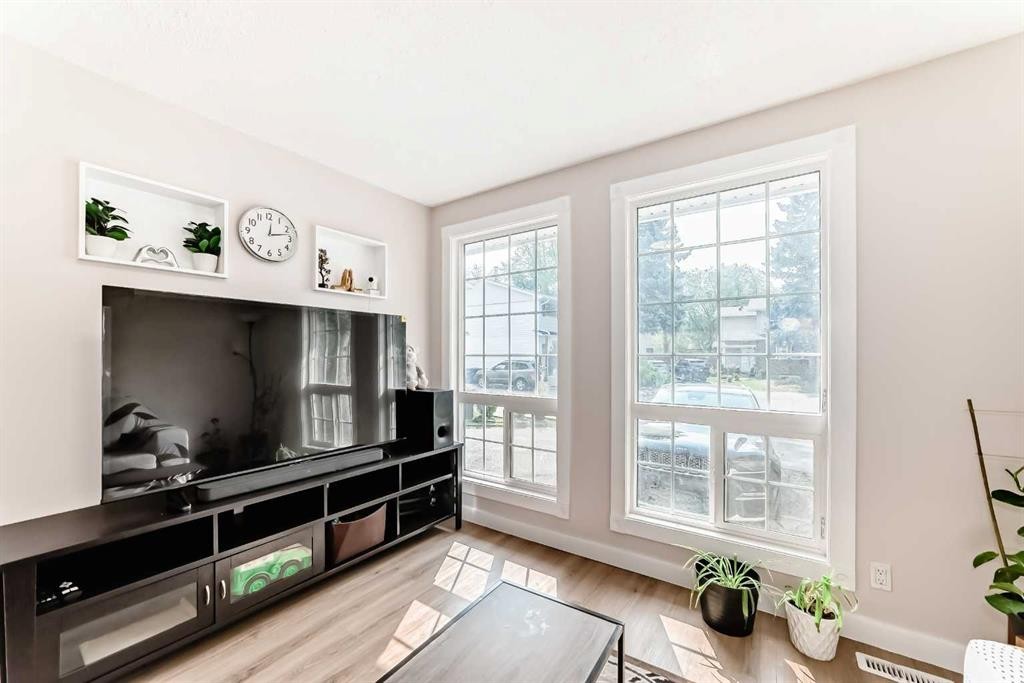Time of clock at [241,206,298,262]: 12:12
